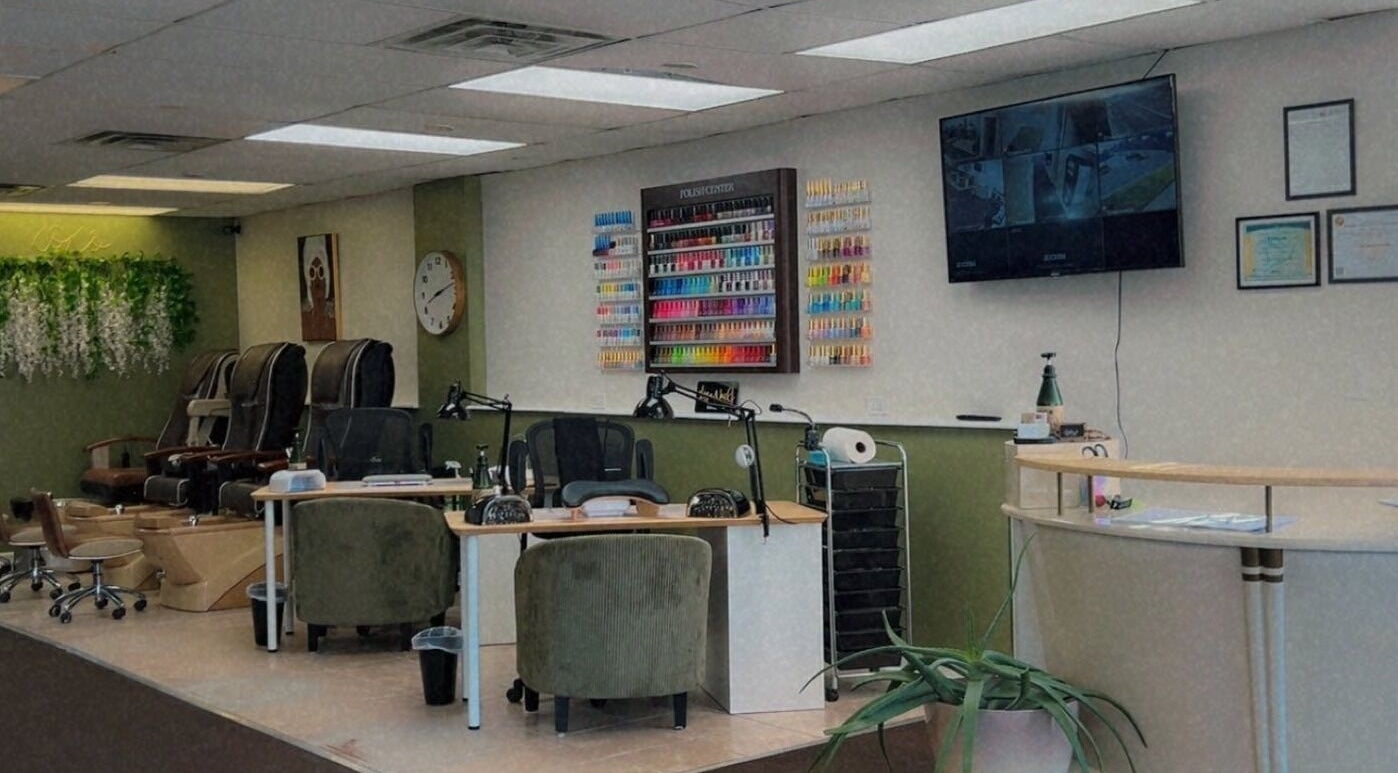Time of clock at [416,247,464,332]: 8:12
